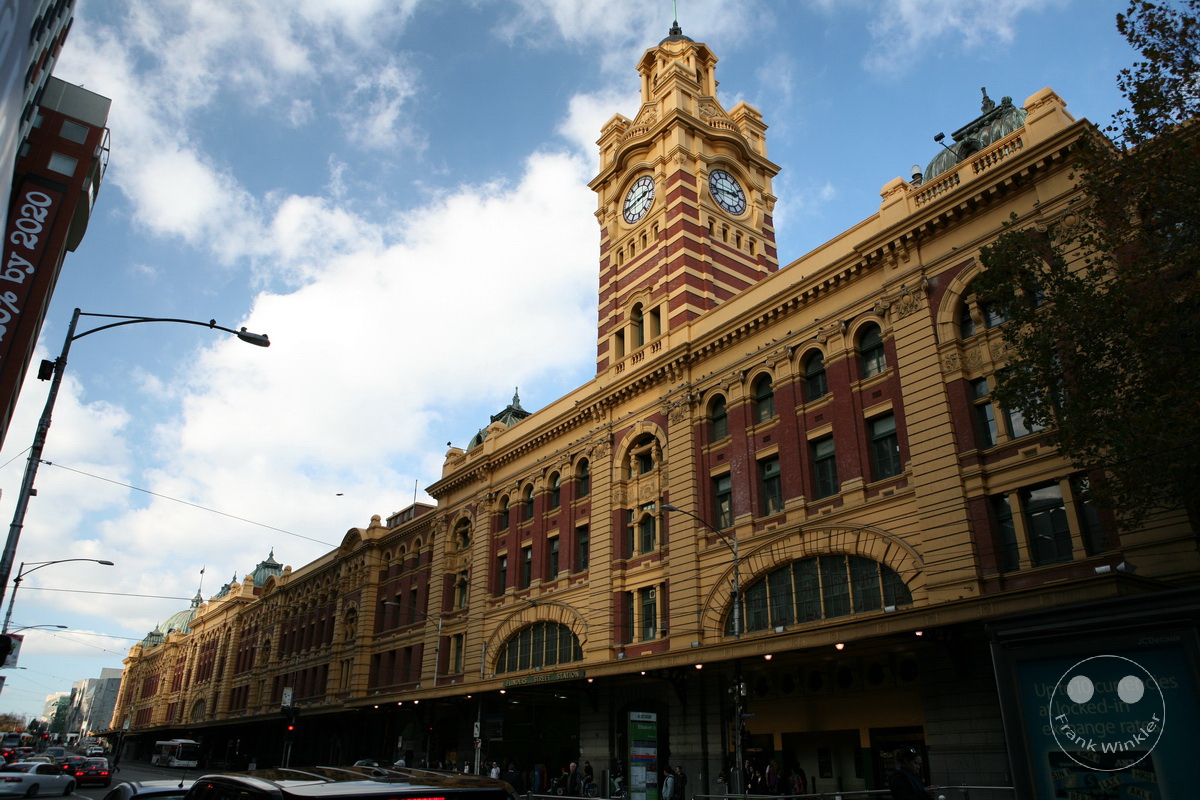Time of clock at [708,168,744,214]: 2:43
